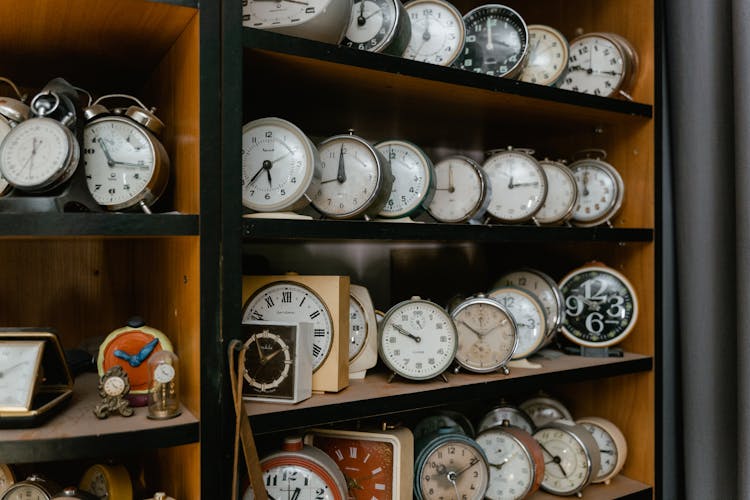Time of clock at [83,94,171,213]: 11:16
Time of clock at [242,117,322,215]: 5:38
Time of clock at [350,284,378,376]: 9:49
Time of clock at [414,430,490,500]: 10:11
